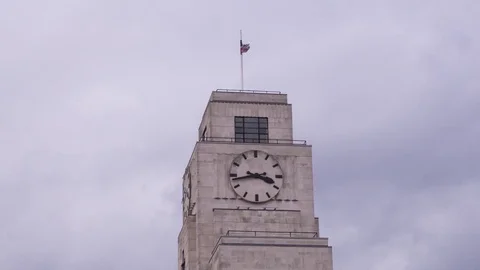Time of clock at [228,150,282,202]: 3:43
